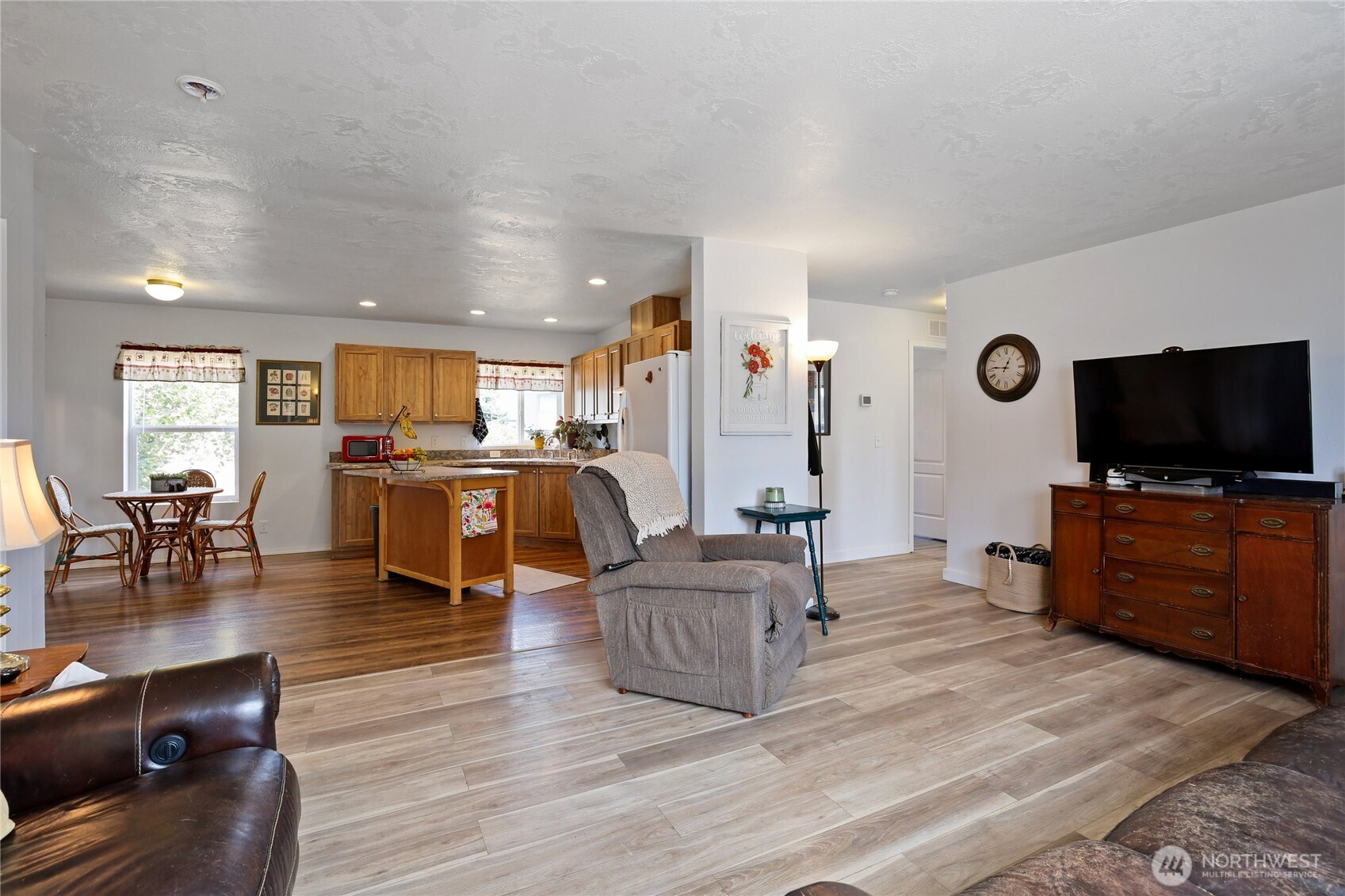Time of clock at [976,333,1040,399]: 12:45
